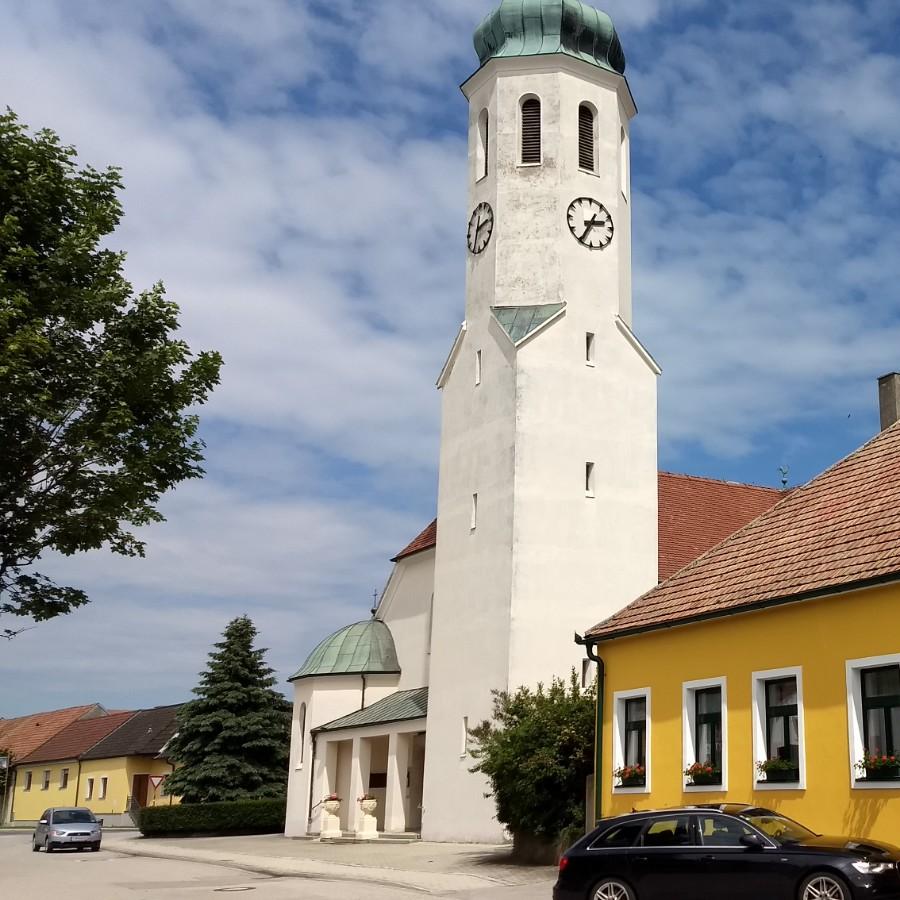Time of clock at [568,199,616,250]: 2:34
